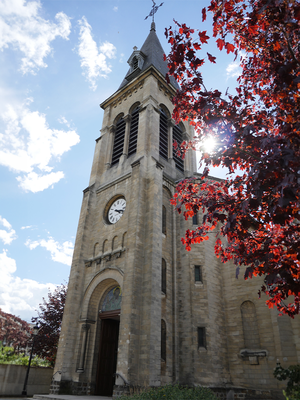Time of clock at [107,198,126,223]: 4:17
